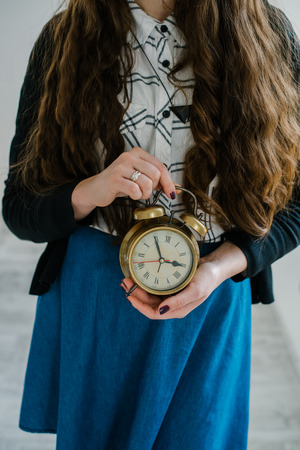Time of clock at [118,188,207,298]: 2:54
